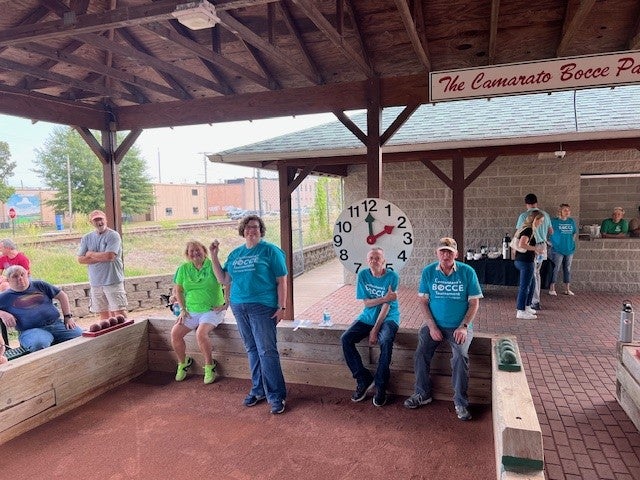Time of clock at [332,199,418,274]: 1:59
